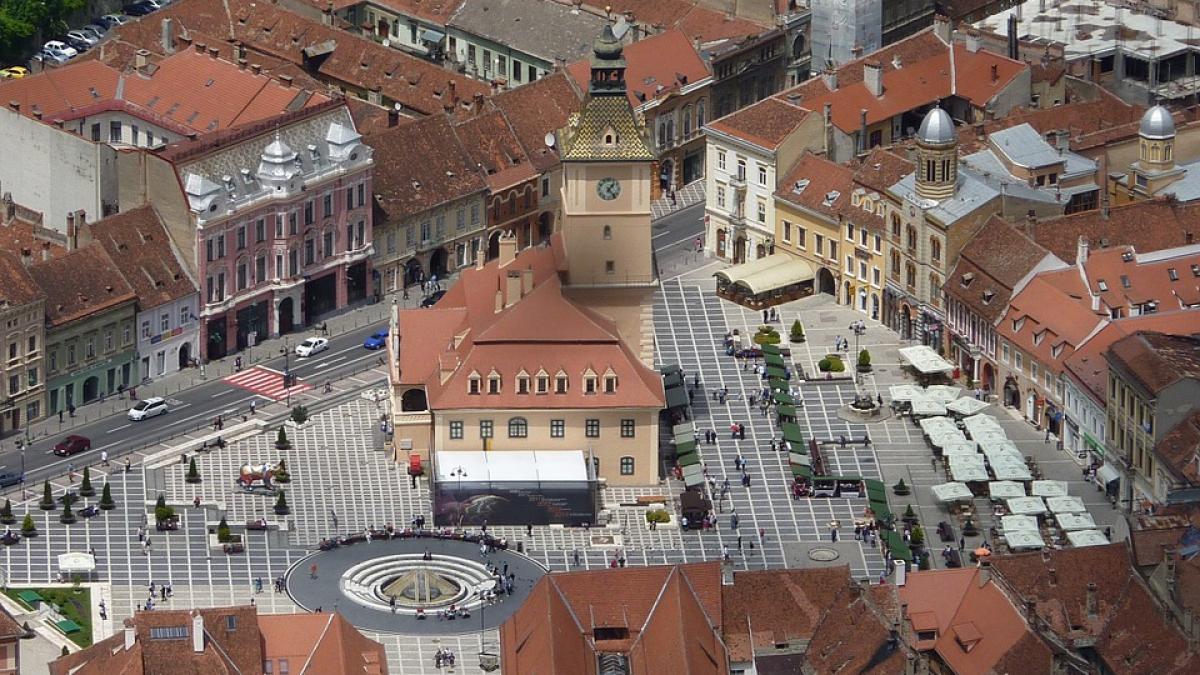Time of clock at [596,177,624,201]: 1:23
